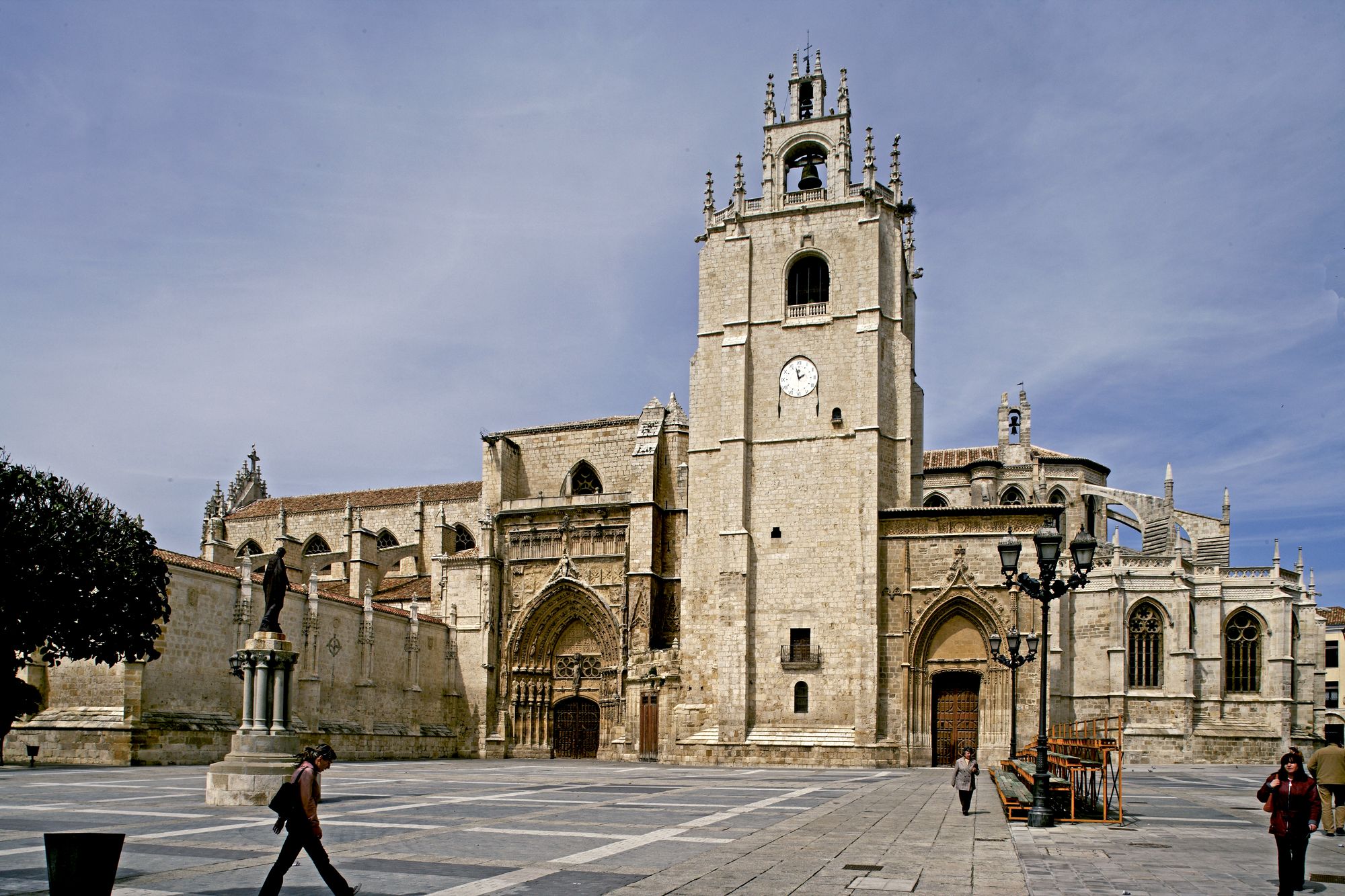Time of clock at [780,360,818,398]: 1:57
